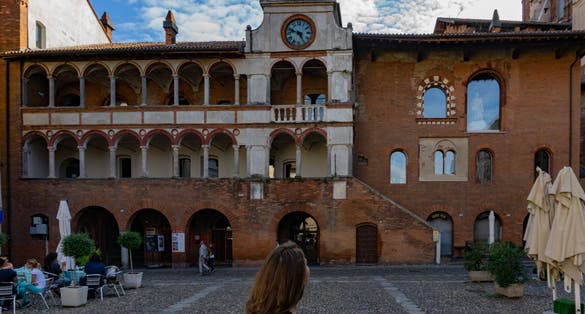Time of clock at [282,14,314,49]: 4:48
